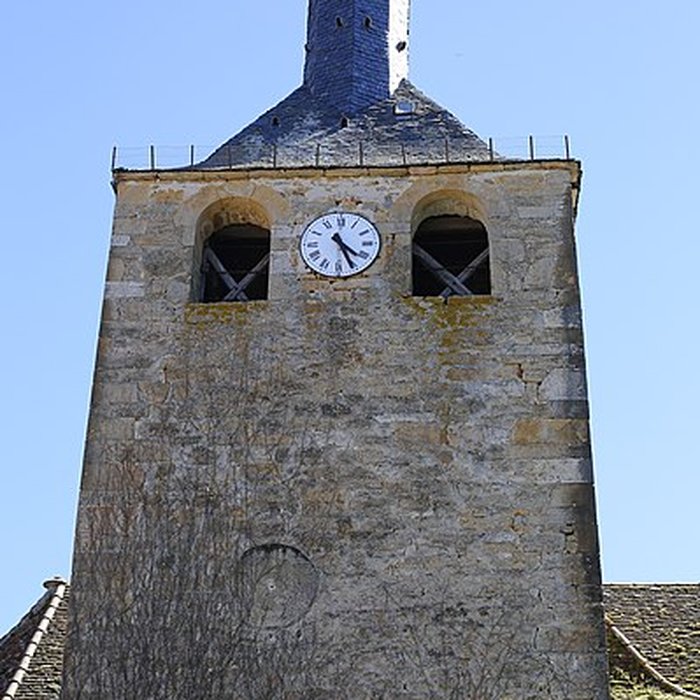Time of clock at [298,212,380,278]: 4:26
